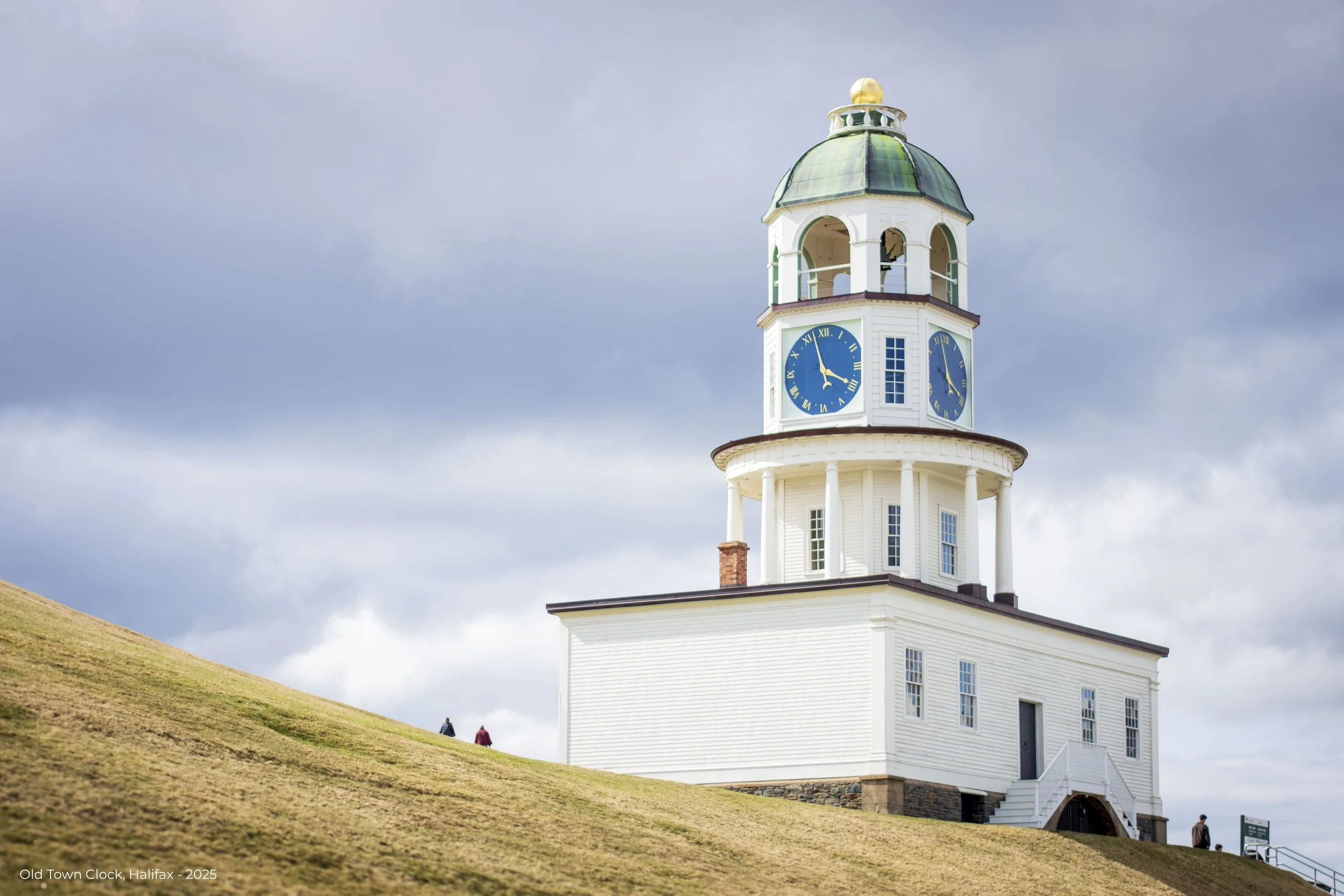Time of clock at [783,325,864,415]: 3:57
